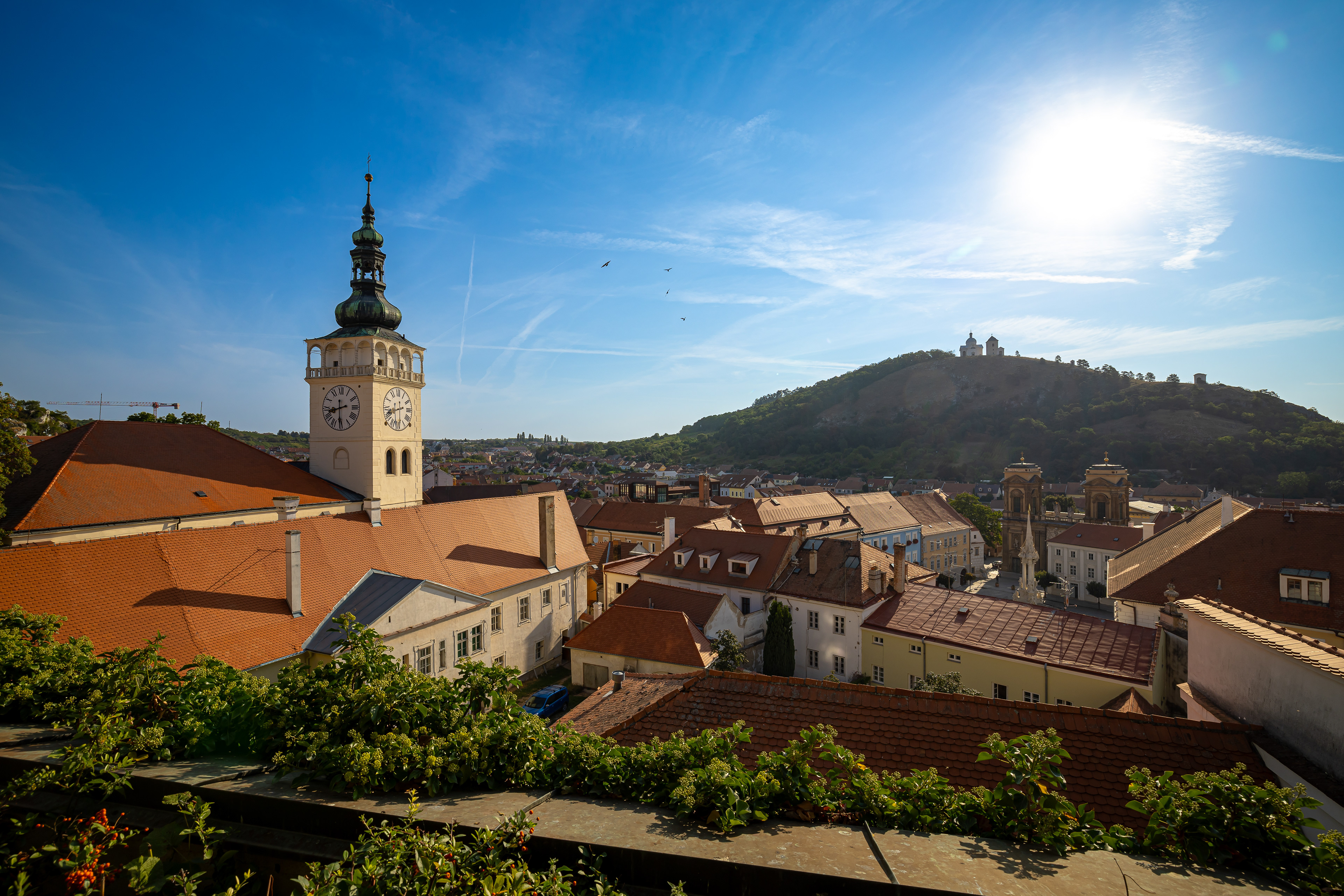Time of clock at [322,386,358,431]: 8:30
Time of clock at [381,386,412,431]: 8:30
